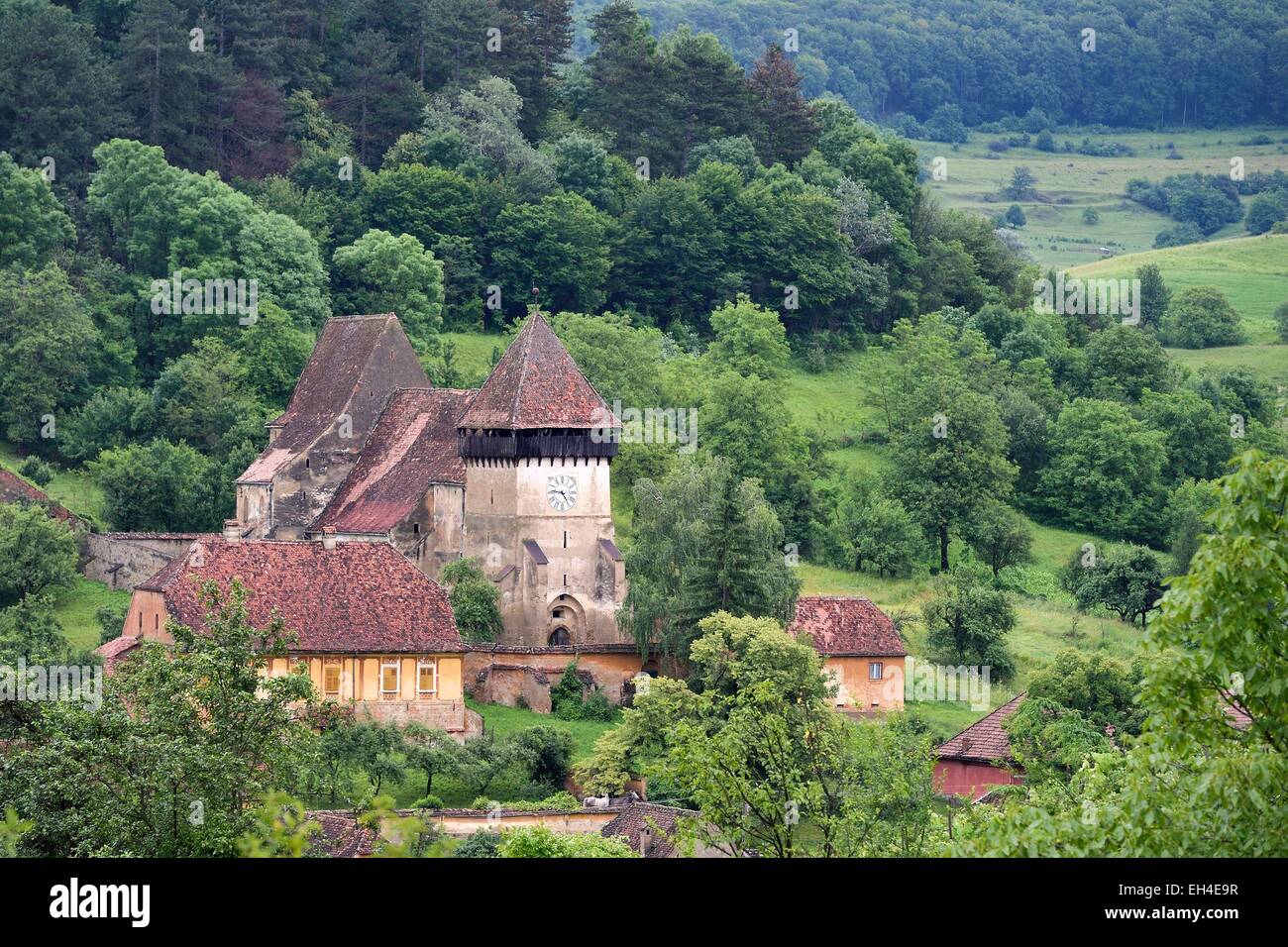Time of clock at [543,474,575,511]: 4:46
